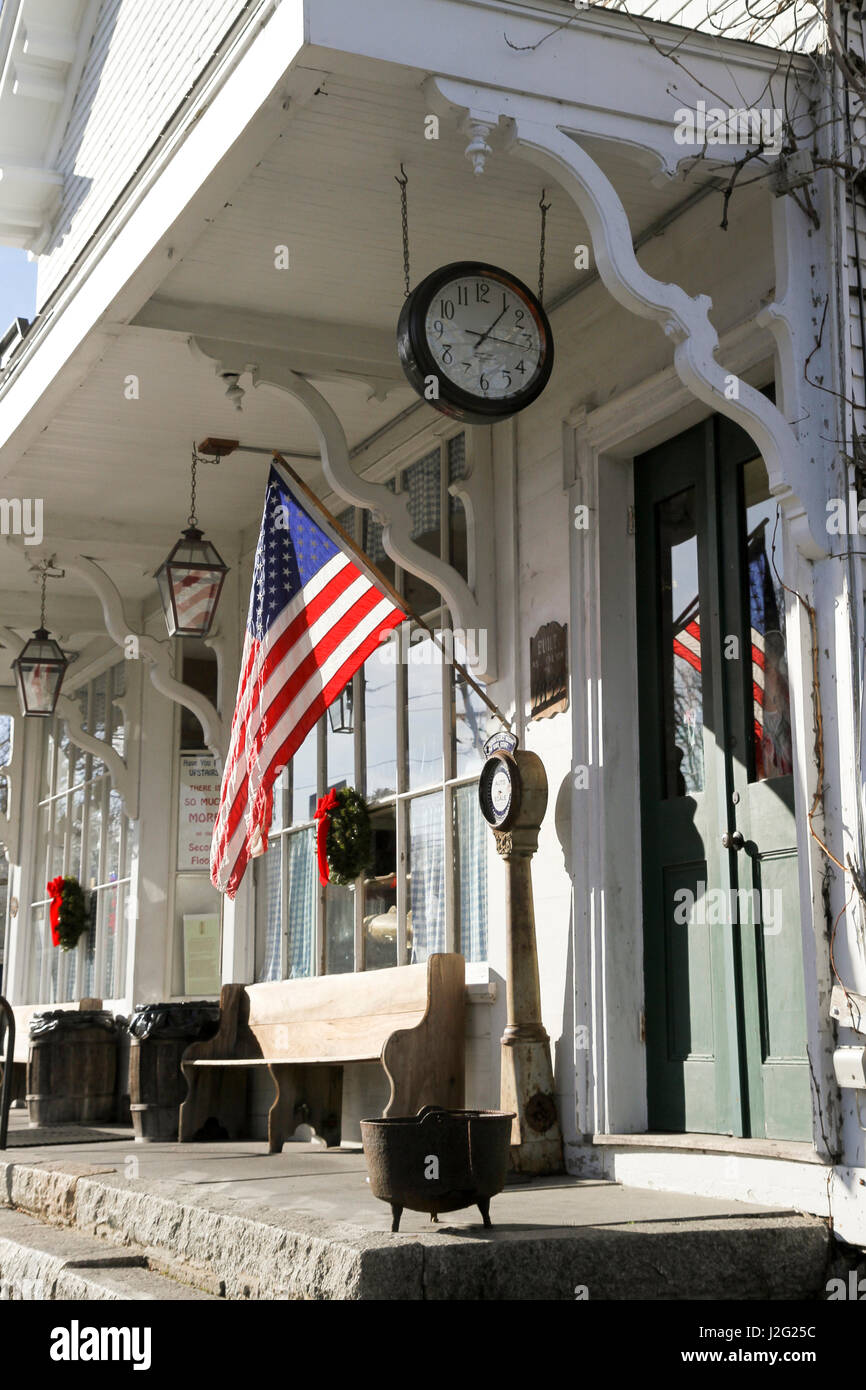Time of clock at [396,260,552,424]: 1:16
